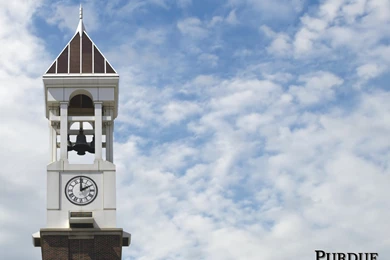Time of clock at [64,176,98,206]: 1:59
